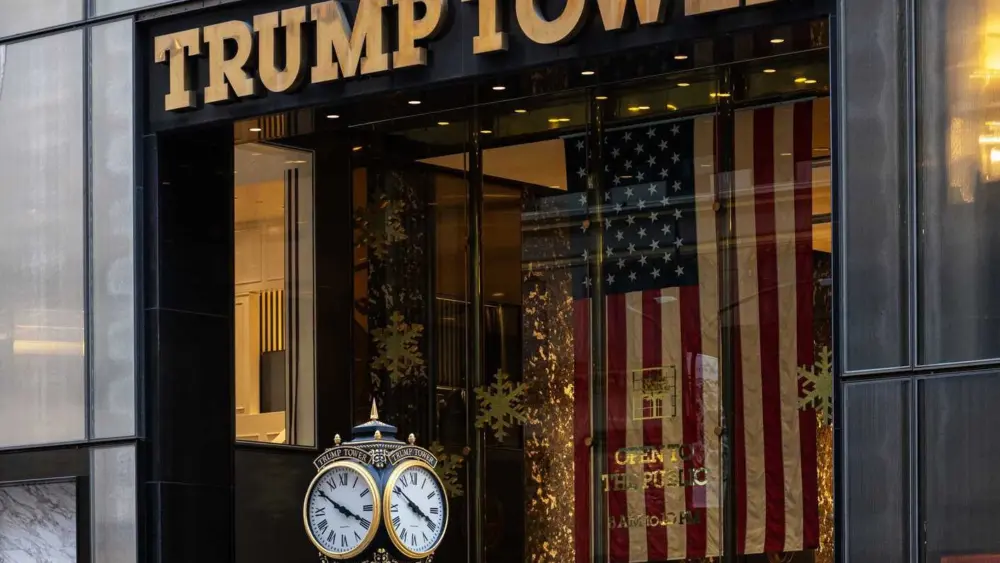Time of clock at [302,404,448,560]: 3:50
